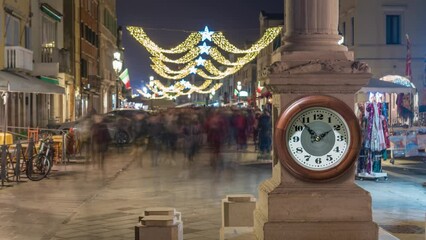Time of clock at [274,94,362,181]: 1:53
